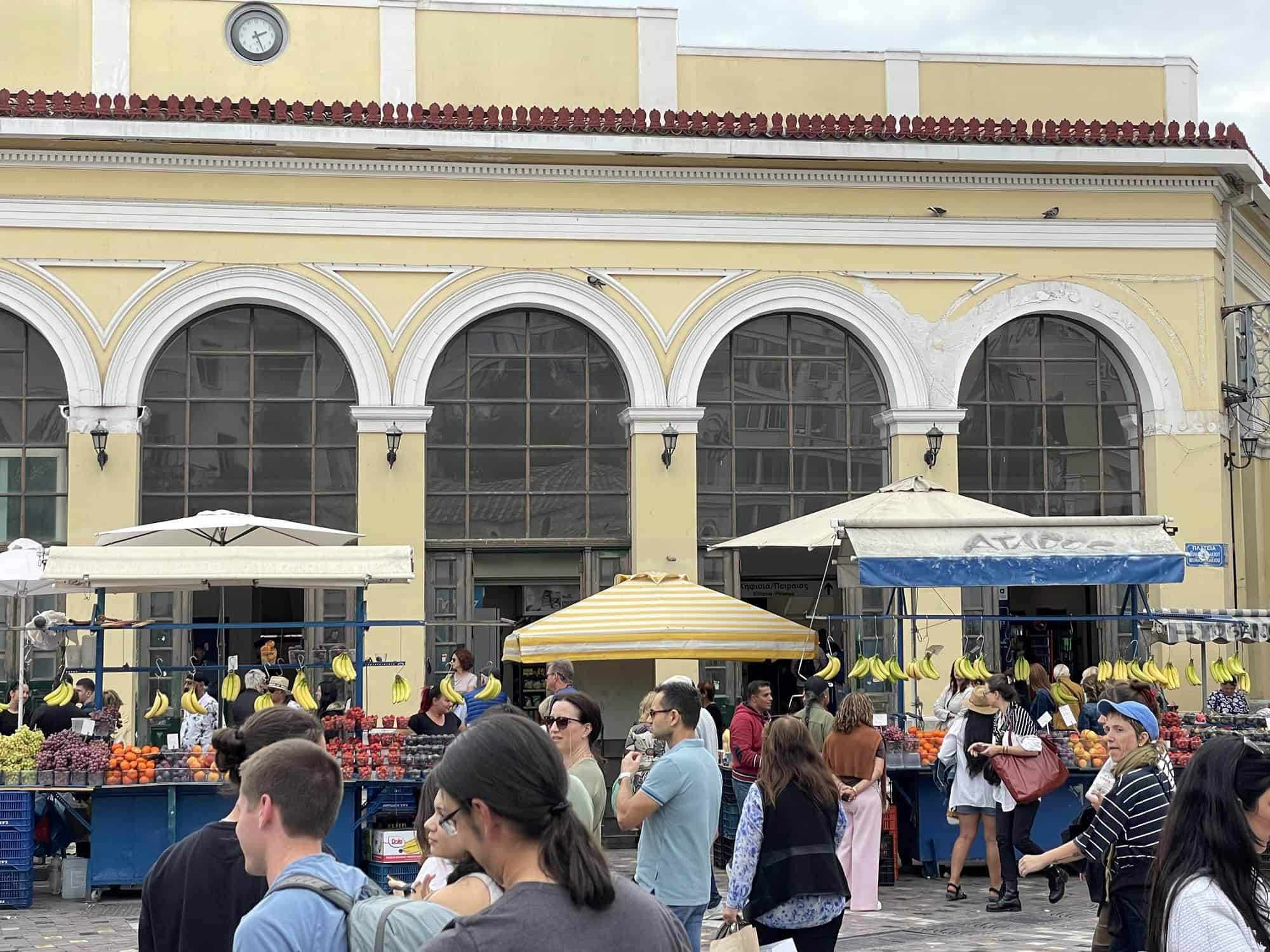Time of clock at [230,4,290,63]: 2:26
